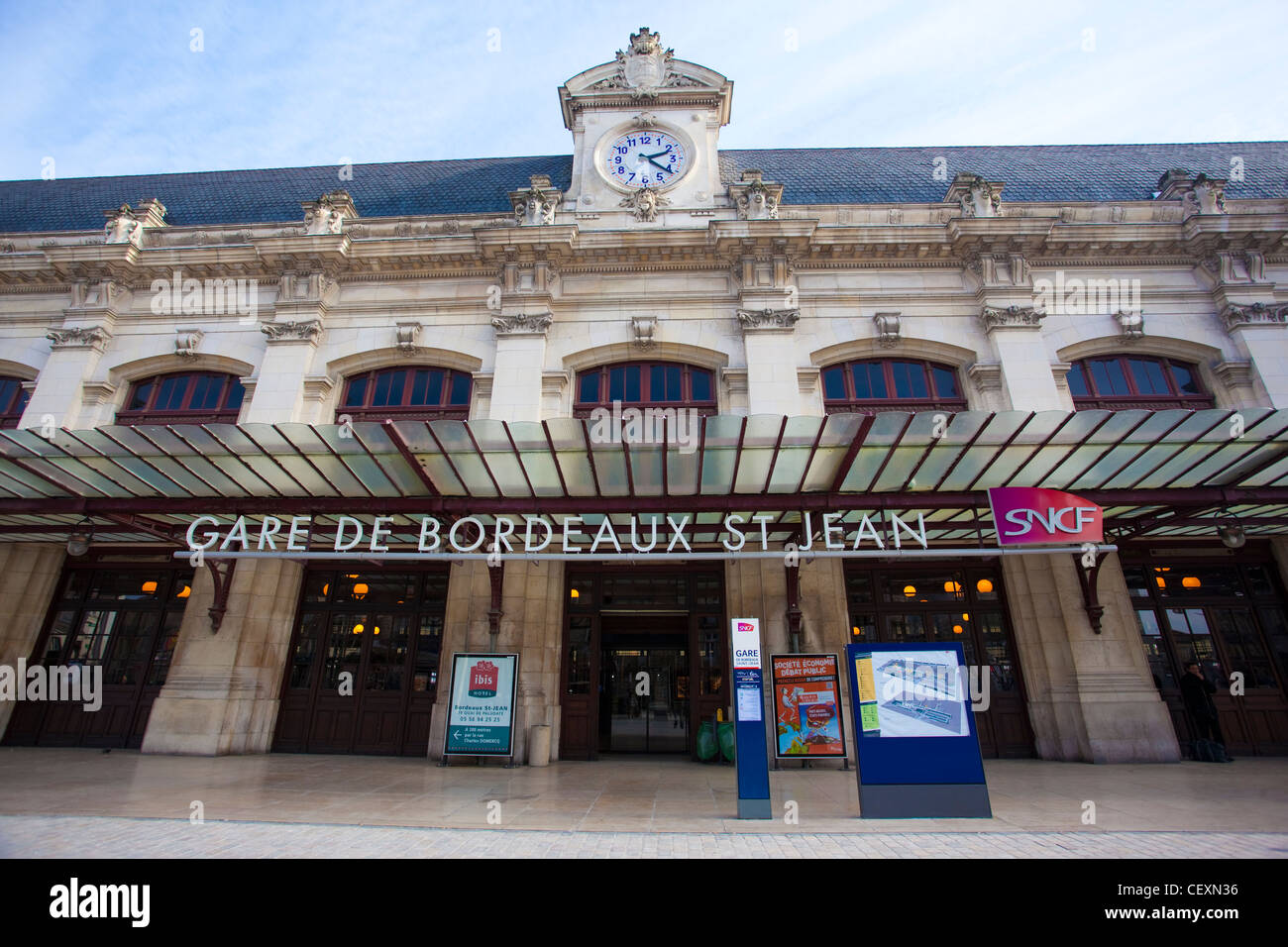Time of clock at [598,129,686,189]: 2:21
